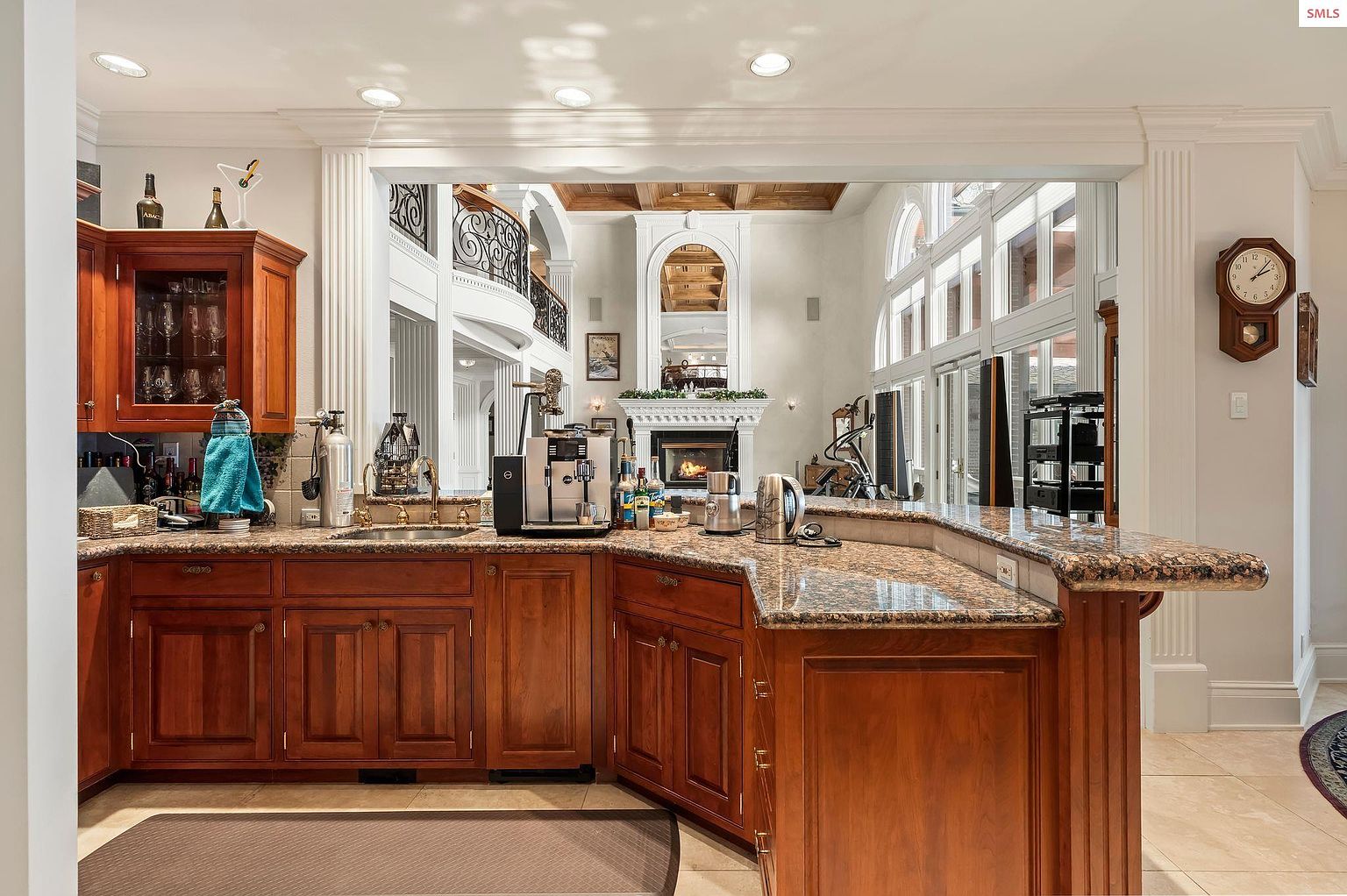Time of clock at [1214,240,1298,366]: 2:07
